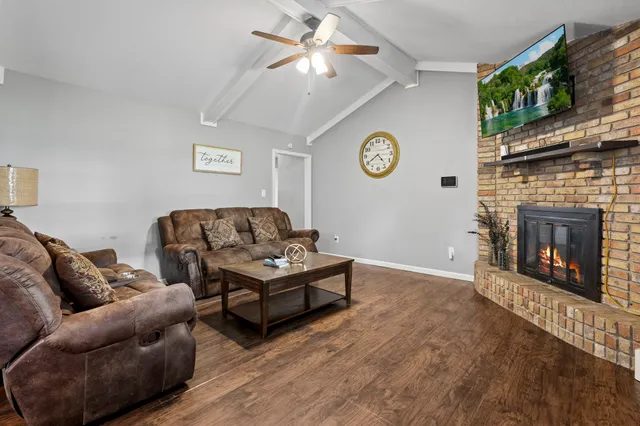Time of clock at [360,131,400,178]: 4:39
